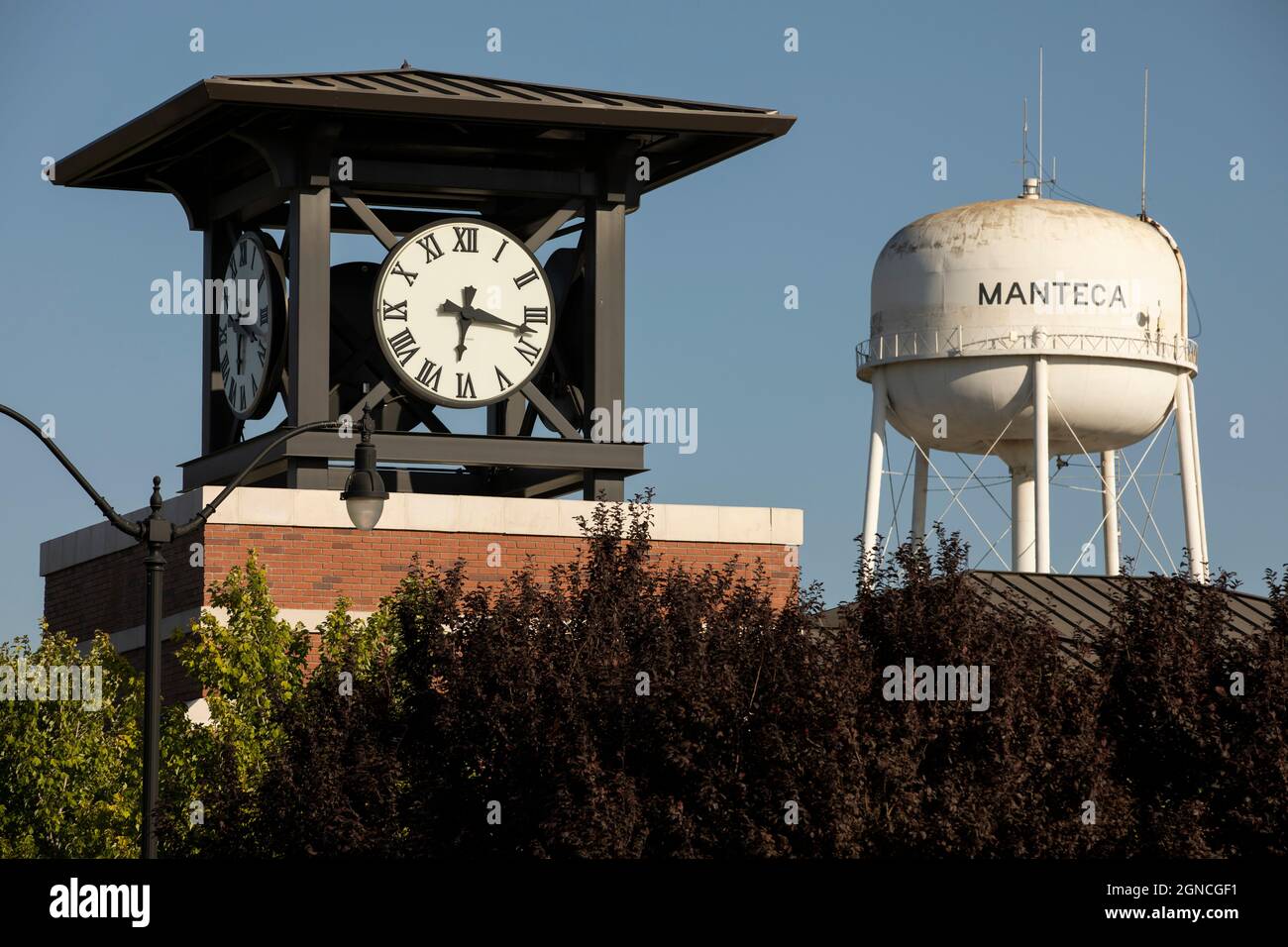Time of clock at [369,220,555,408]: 6:17
